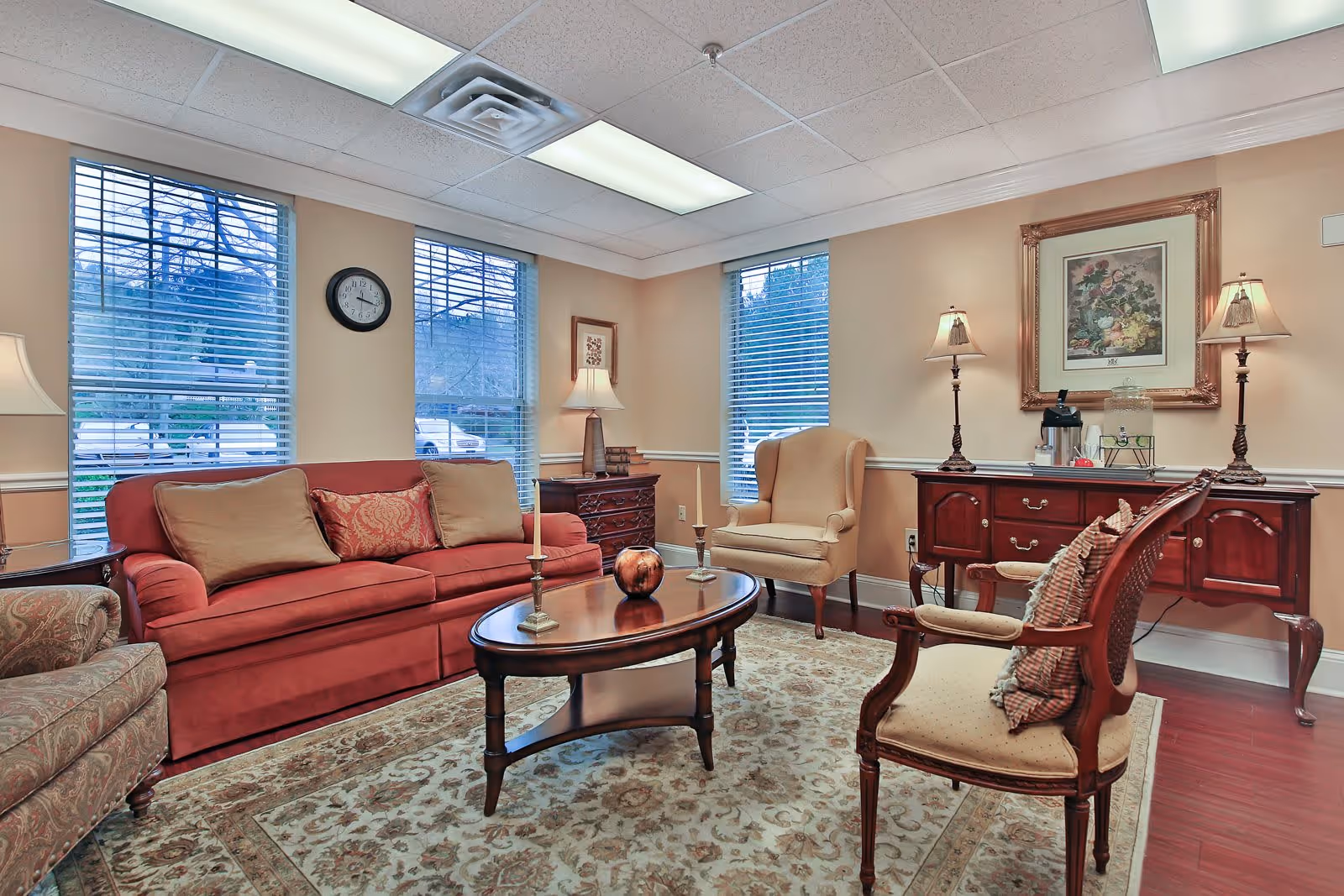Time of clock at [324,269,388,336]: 3:16
